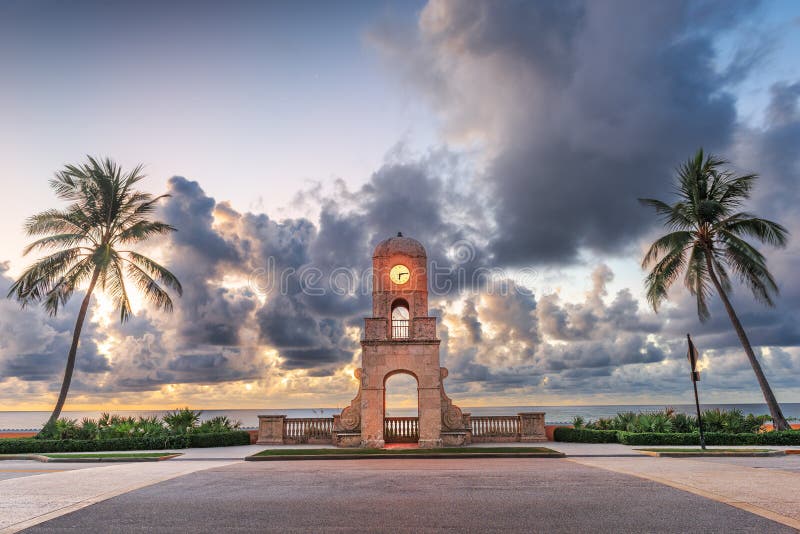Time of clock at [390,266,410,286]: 6:13
